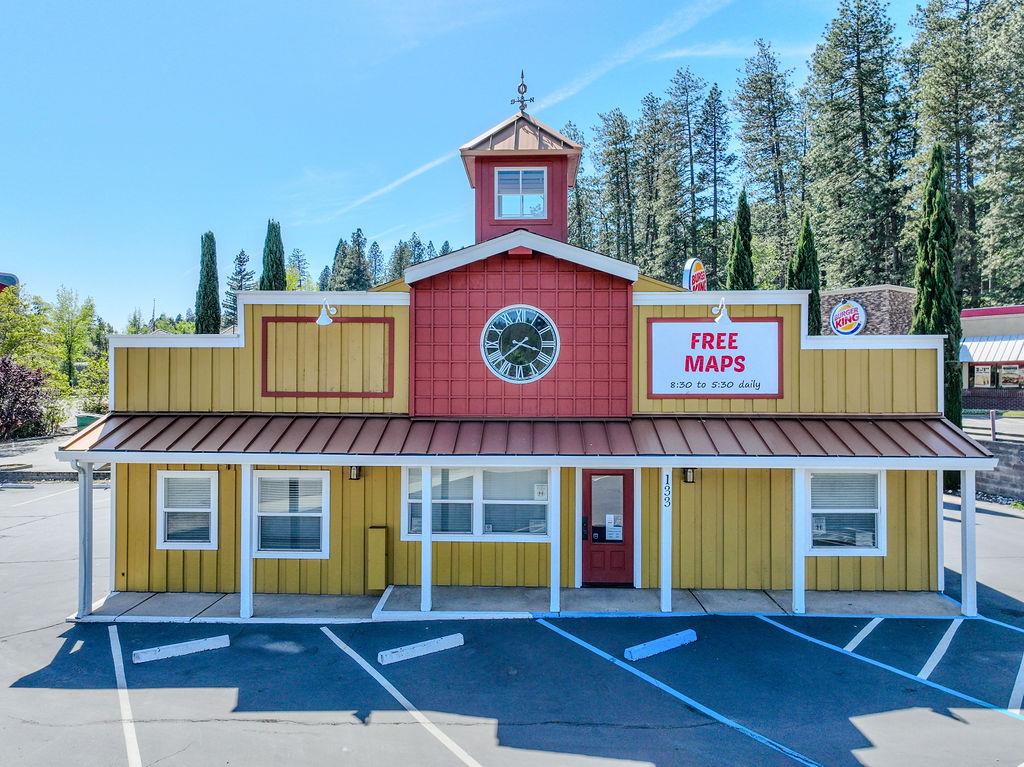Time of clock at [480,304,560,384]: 3:38
